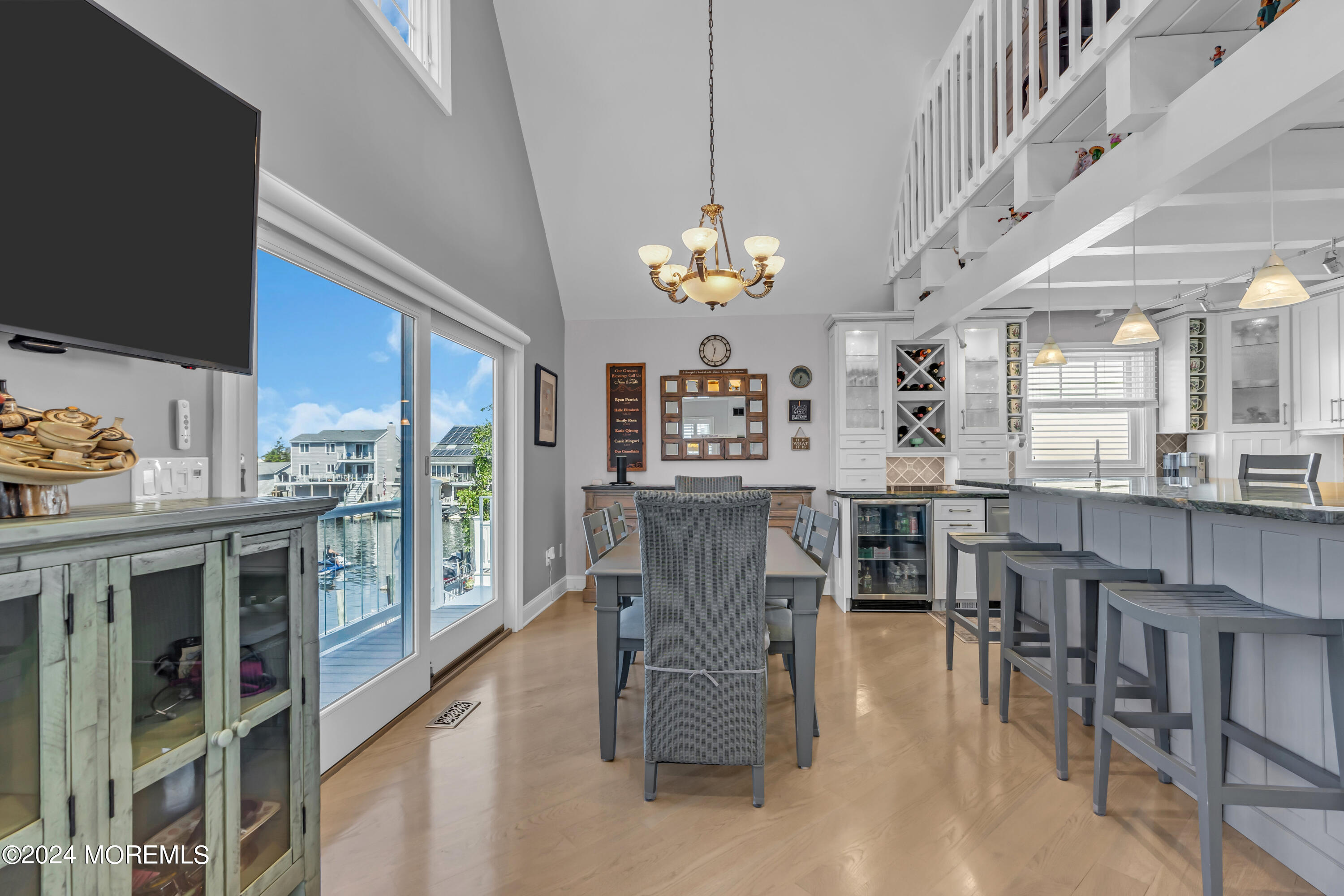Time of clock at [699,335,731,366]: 11:32
